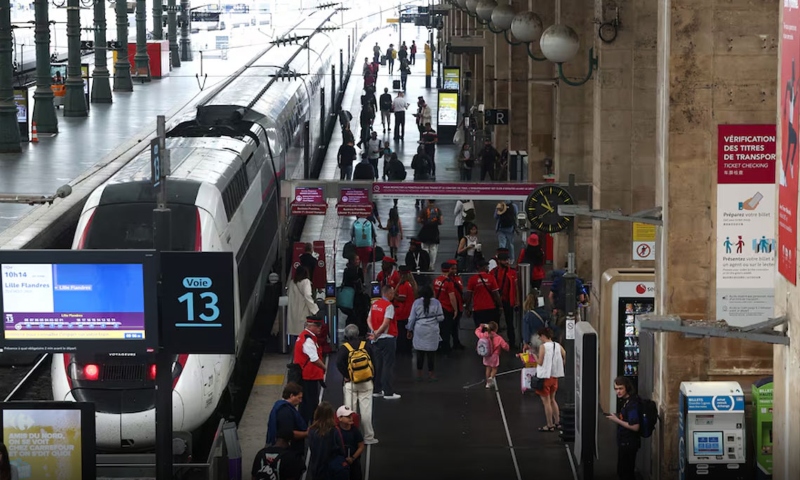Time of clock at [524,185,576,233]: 9:55
